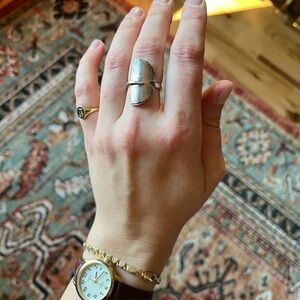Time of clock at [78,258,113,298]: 12:07
